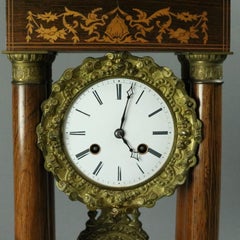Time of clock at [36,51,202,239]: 4:02
